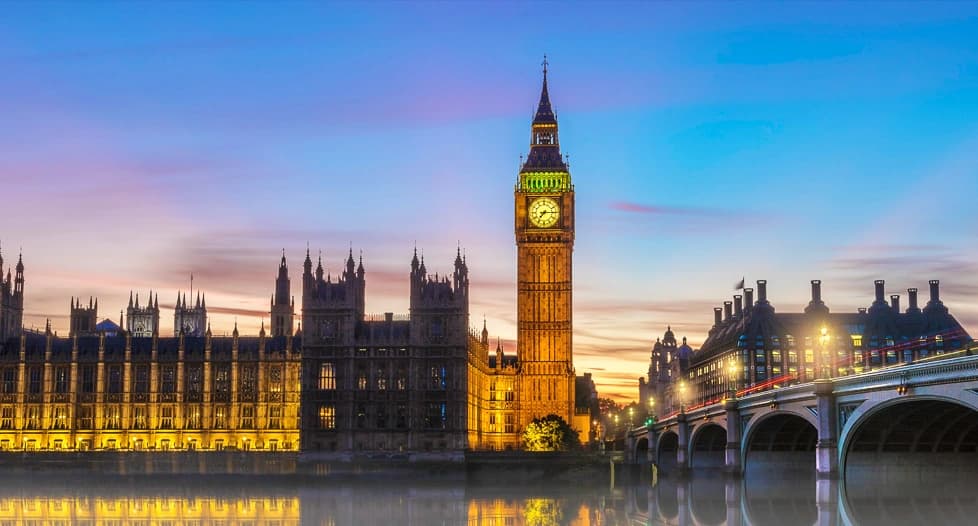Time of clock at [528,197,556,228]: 7:15
